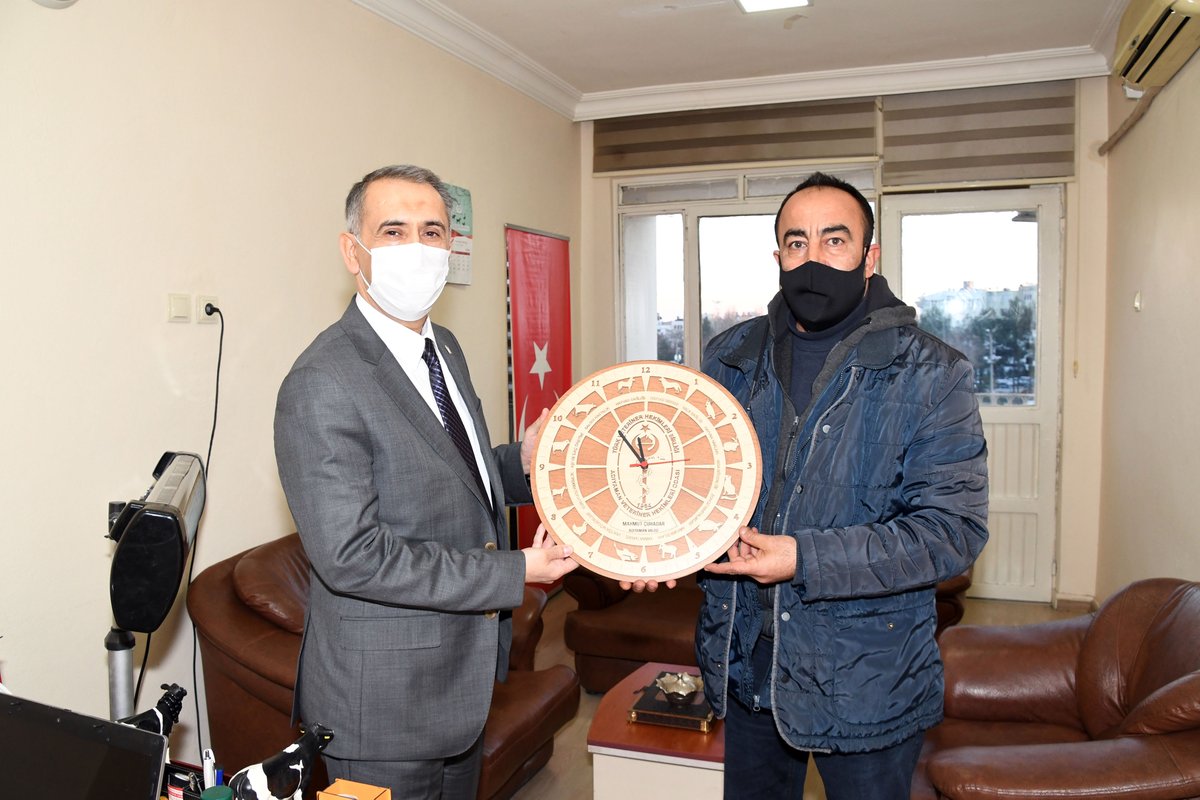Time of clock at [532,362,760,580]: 11:53
